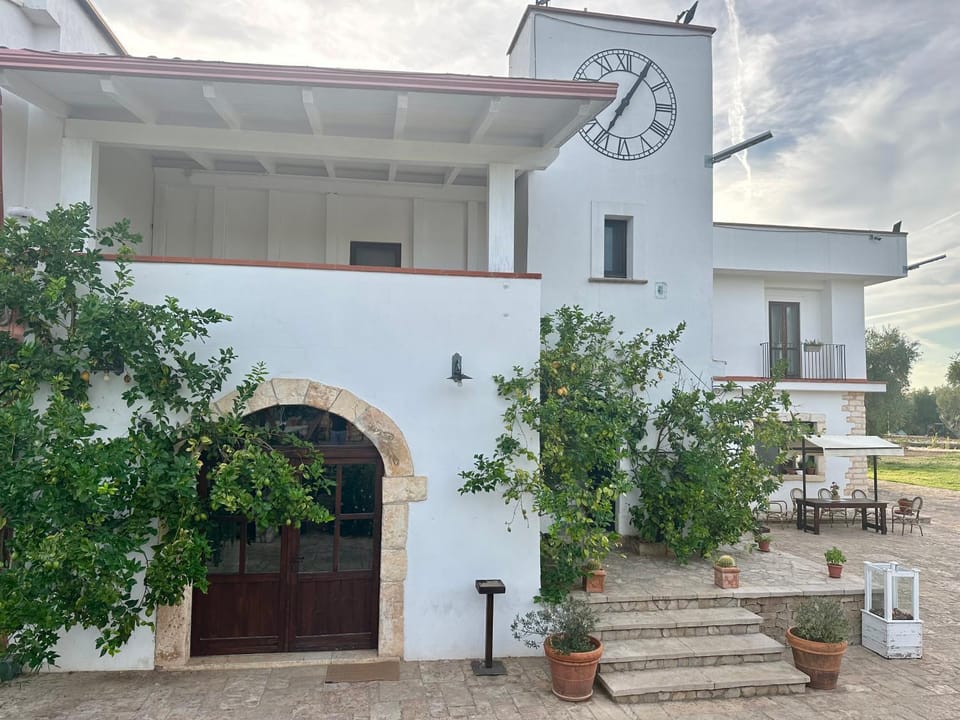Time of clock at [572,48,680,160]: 7:05
